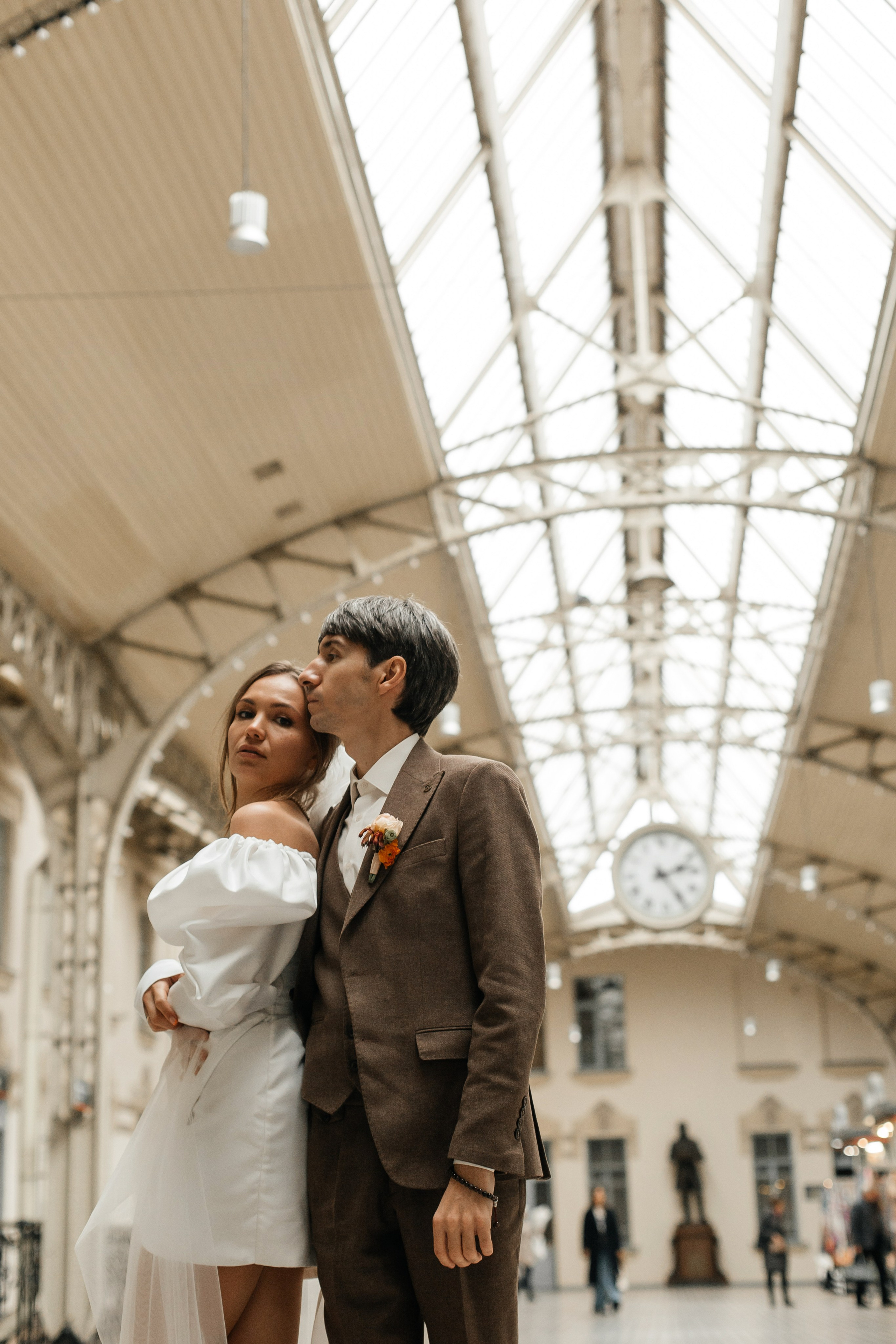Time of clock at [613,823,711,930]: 2:24
